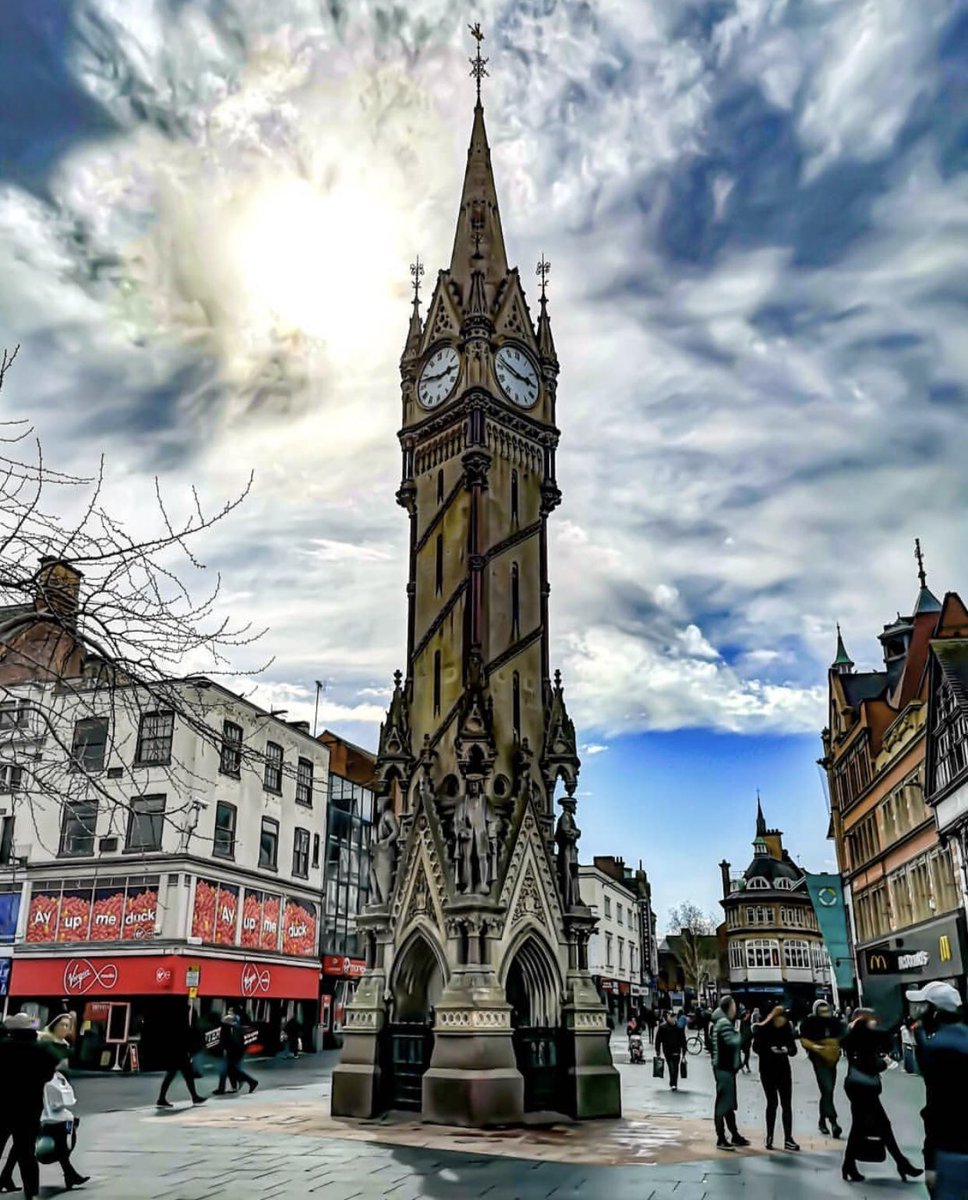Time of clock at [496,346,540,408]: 2:48
